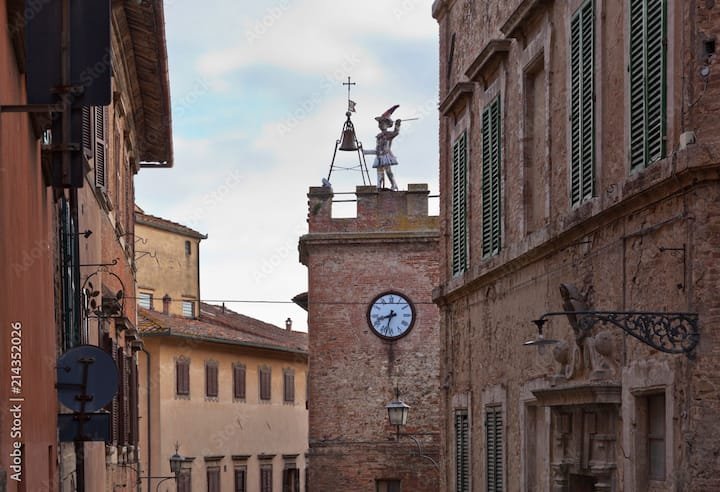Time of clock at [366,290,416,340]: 8:32
